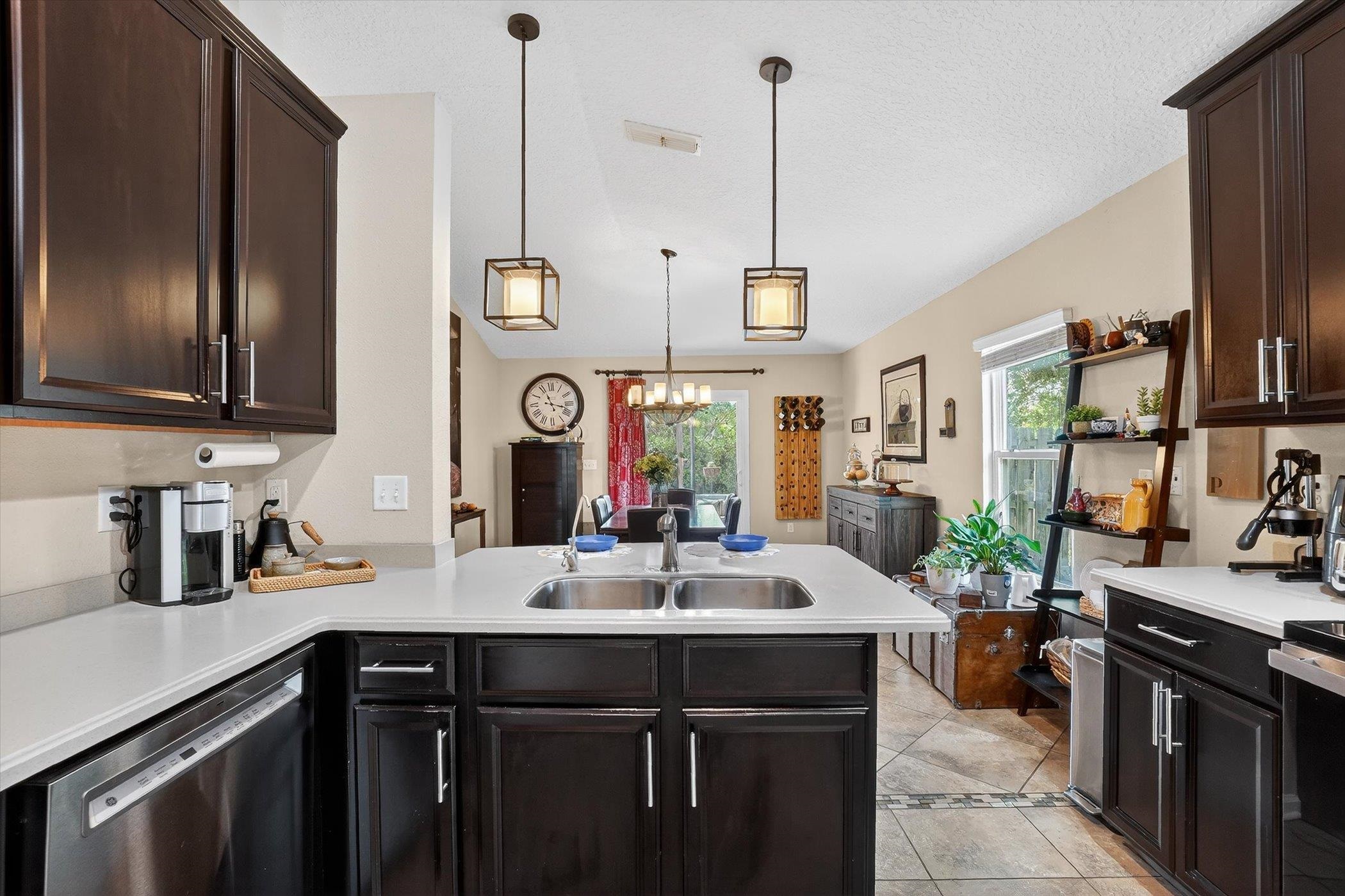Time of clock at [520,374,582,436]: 11:17
